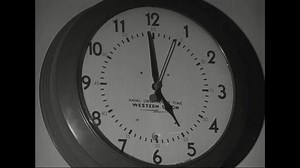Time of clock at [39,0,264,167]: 4:59
